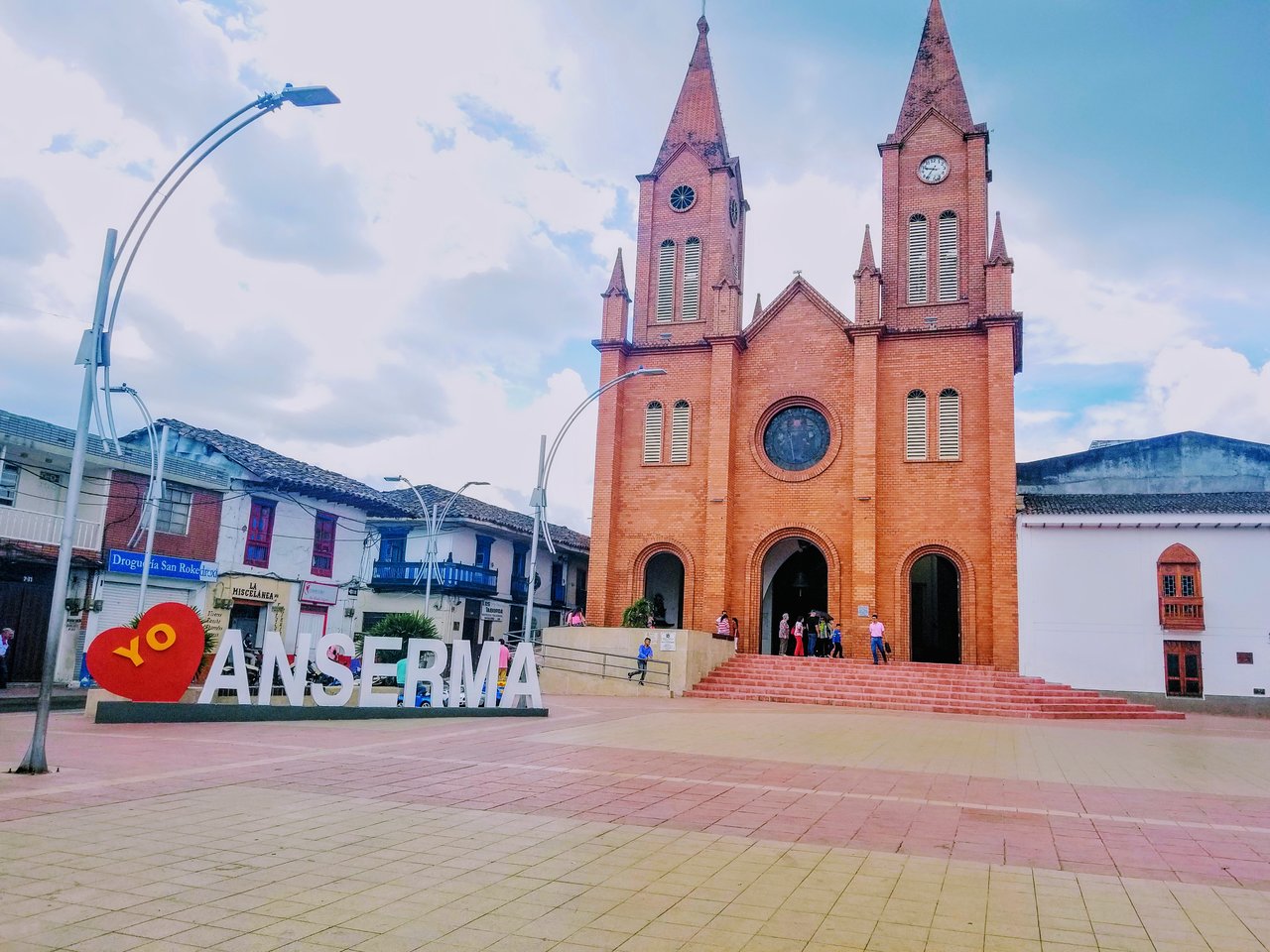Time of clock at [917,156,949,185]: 9:36
